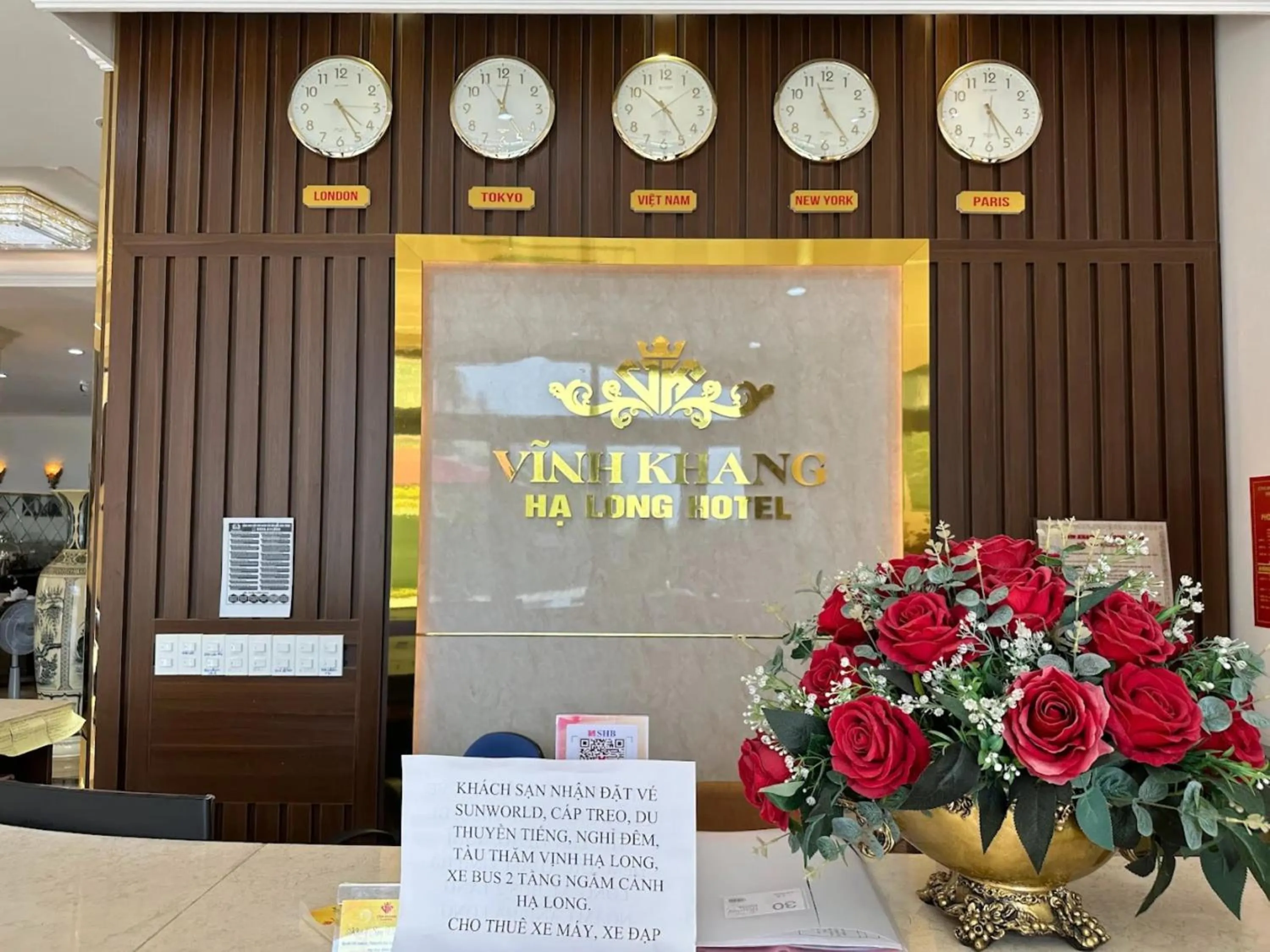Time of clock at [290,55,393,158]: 4:25
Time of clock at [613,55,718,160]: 10:24
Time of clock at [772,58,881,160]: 11:23
